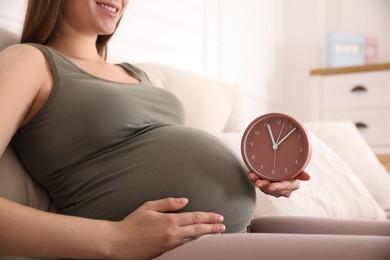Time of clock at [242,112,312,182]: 11:07
